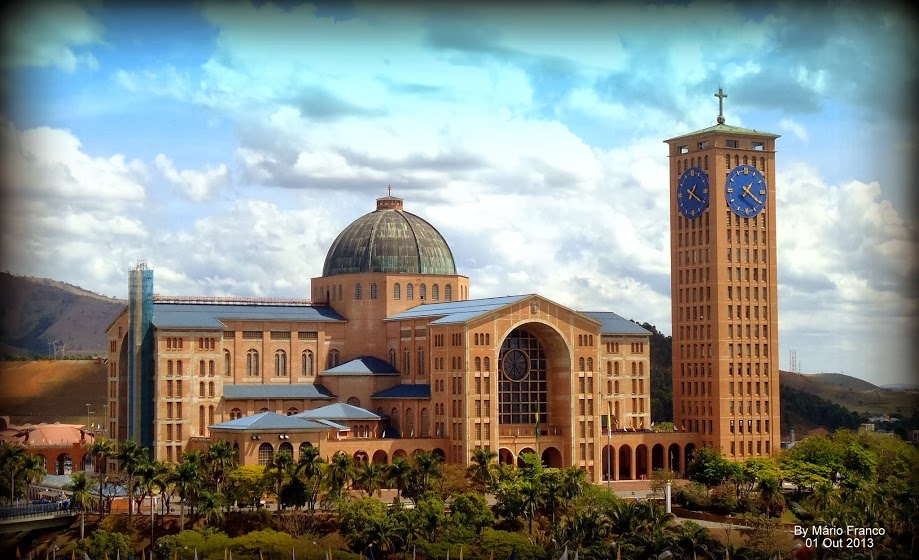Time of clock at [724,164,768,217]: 1:20
